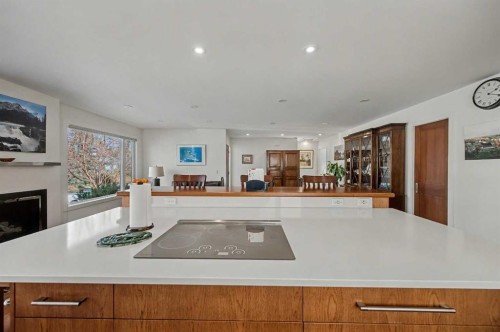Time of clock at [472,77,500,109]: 2:18
